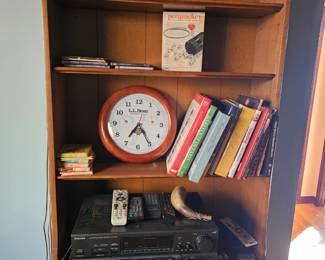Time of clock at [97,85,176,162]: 7:24
